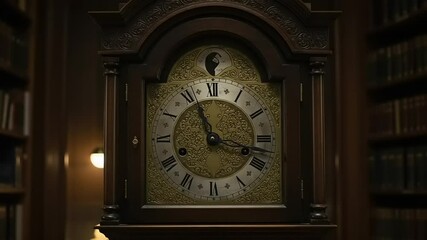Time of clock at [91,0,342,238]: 11:17
